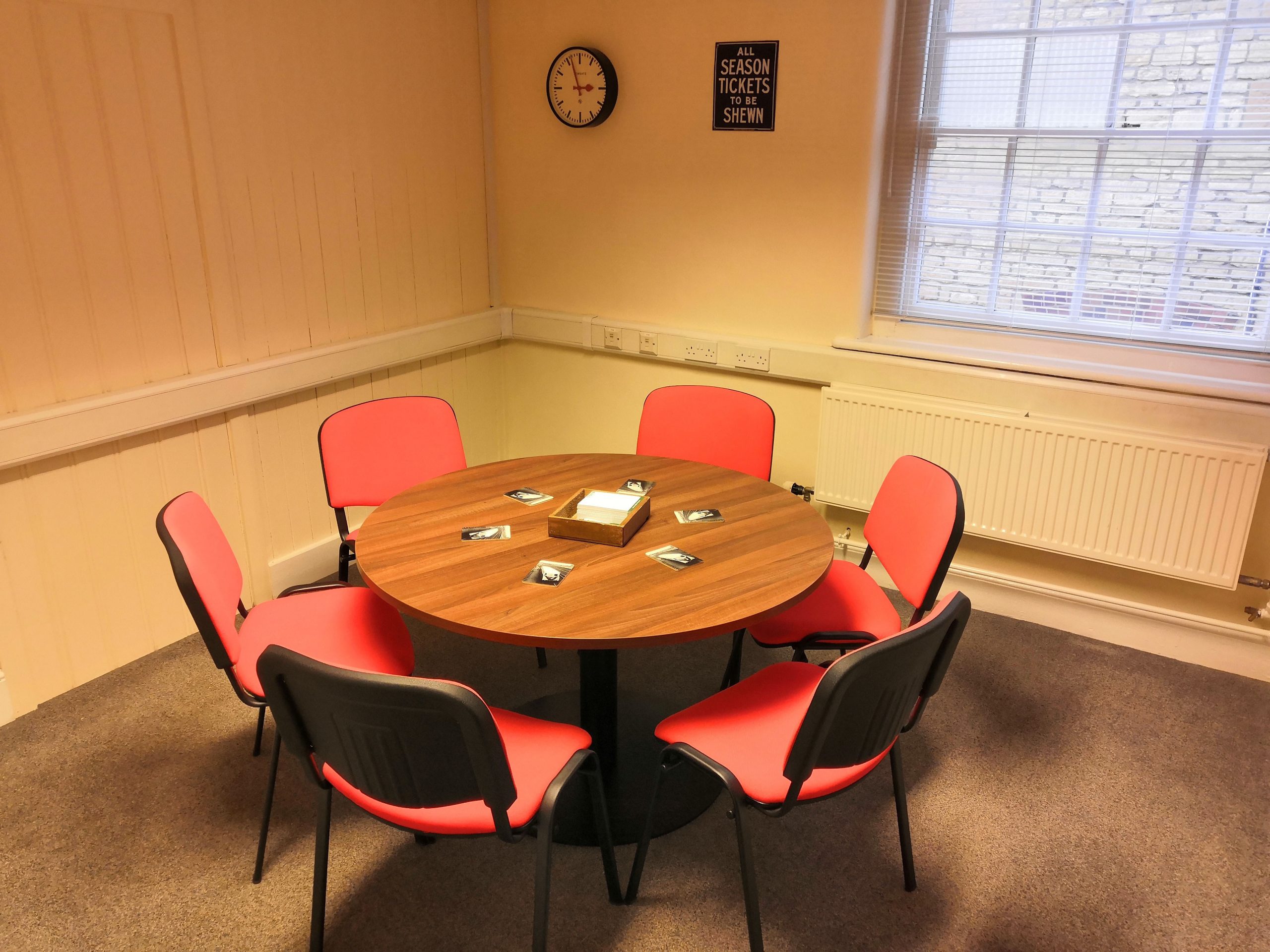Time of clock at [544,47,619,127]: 2:56
